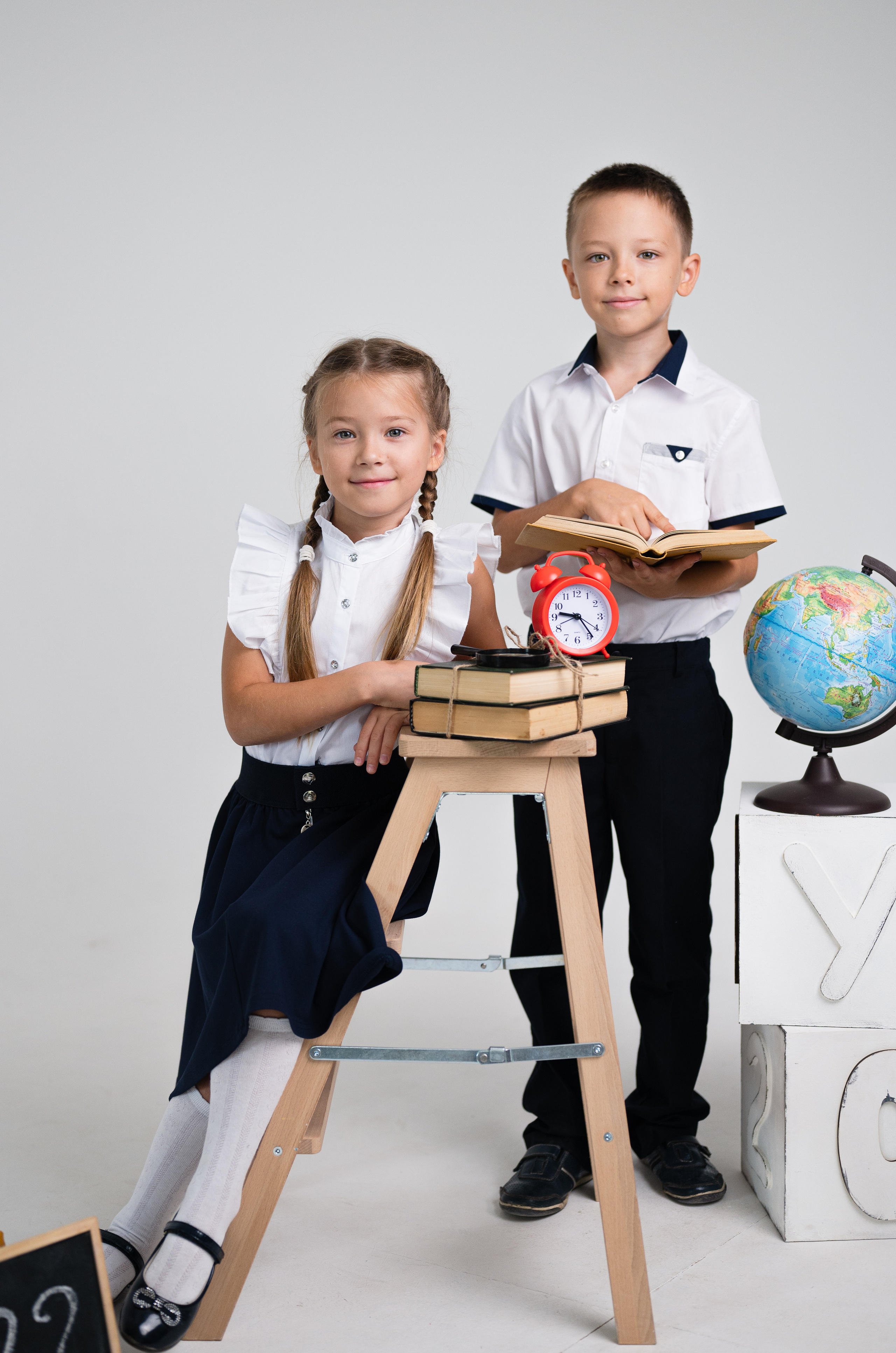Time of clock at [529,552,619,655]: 9:23
